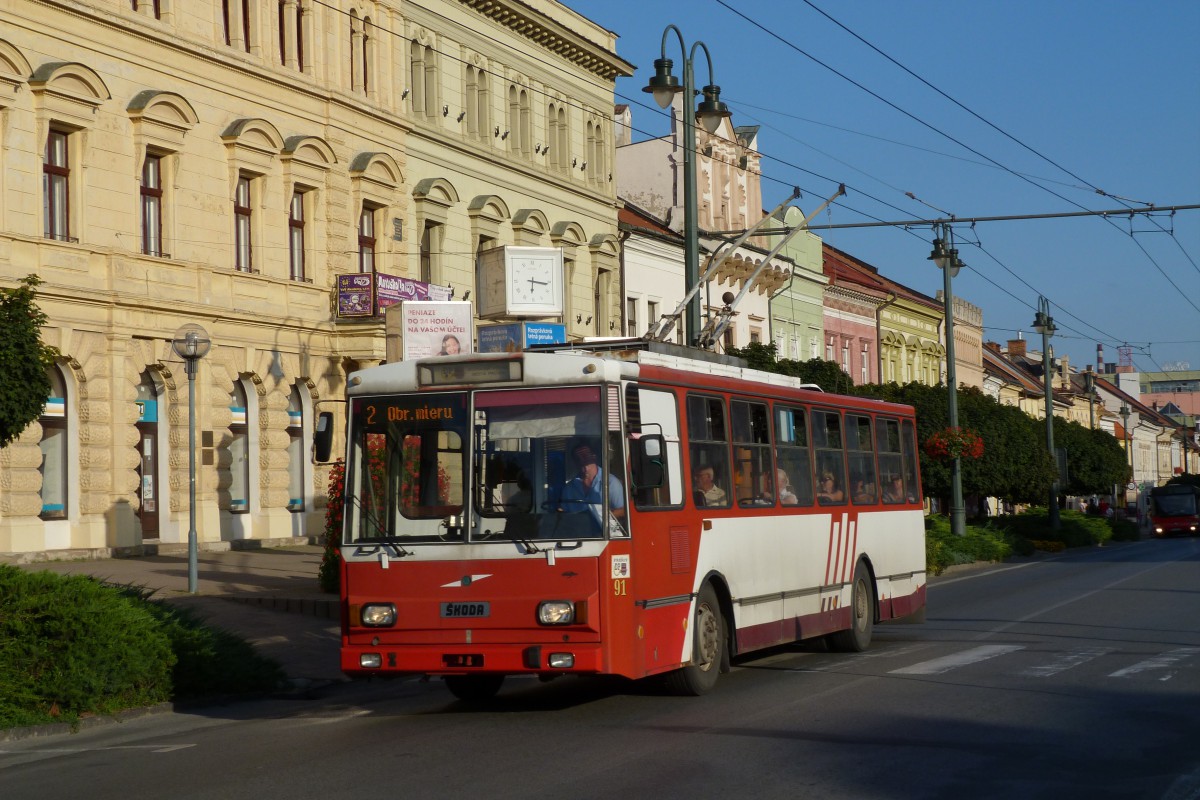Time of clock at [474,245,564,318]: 6:16
